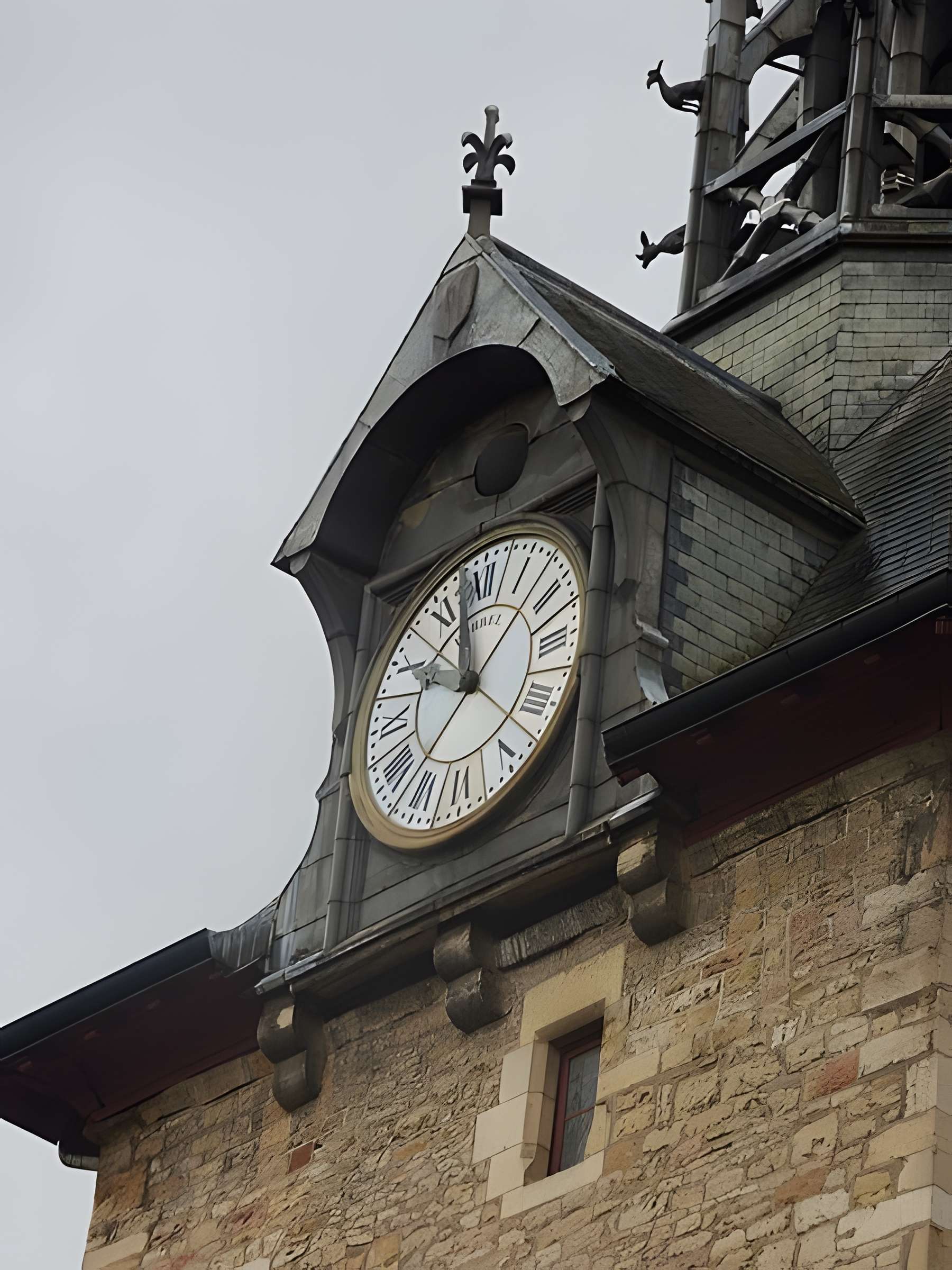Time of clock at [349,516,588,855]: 9:57
